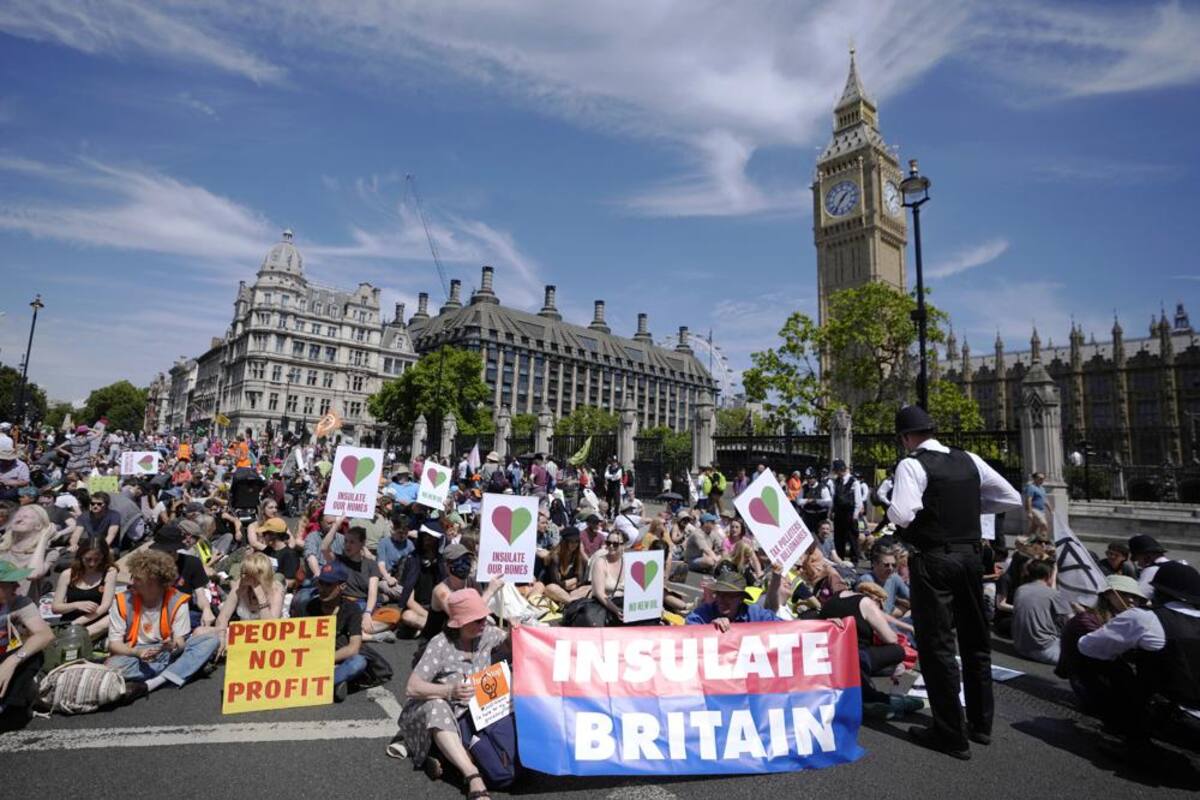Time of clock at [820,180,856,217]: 1:36
